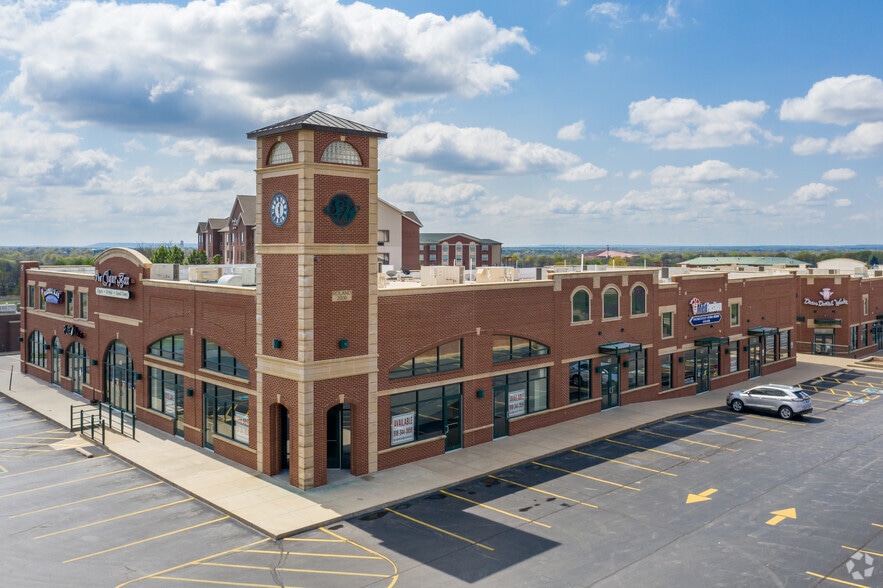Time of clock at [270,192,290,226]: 12:28
